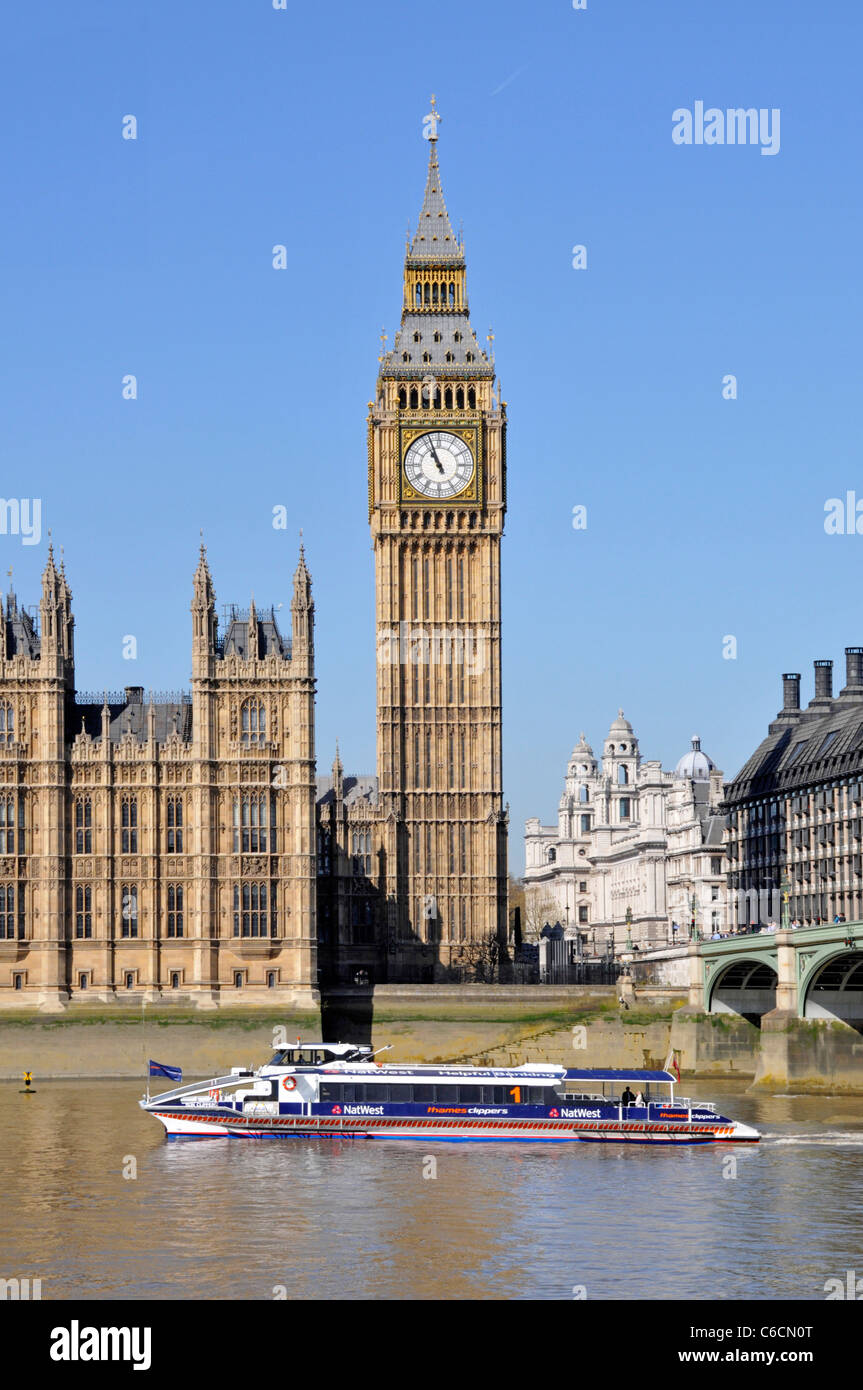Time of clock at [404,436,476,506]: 10:56
